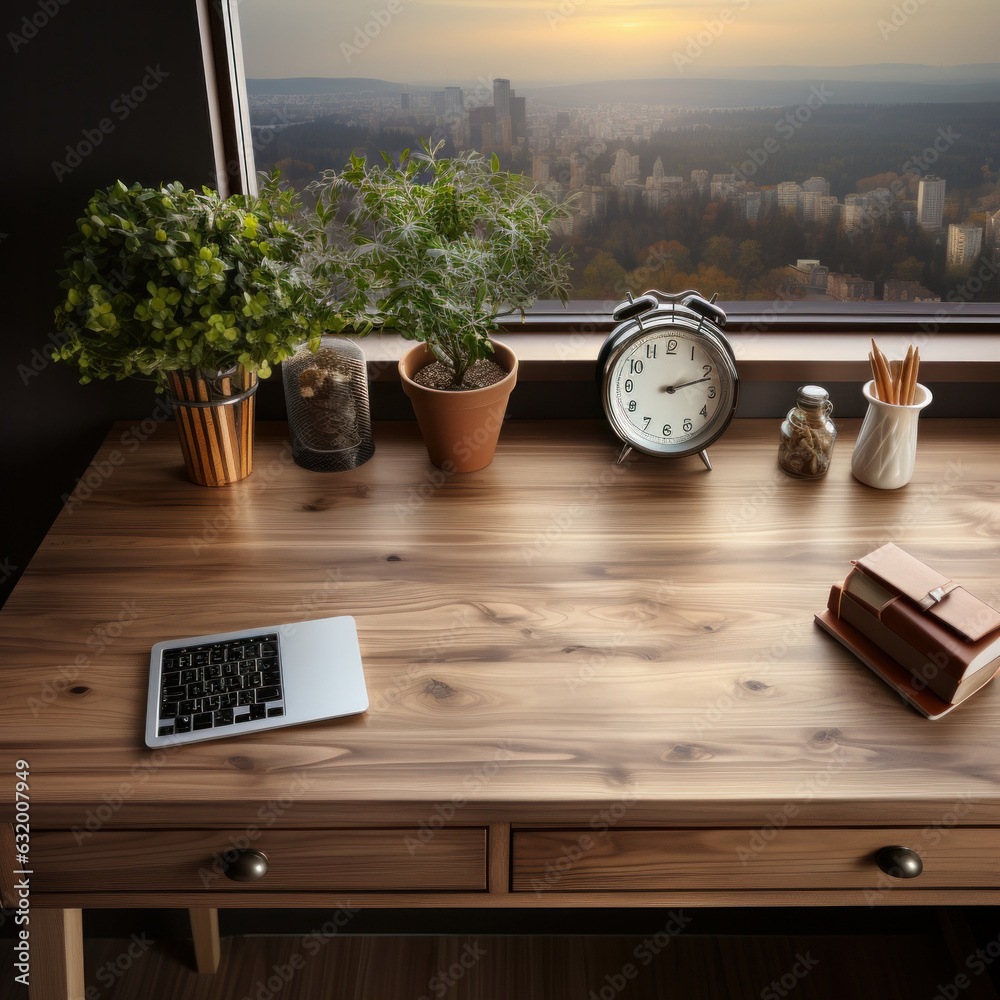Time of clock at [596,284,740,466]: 2:12
